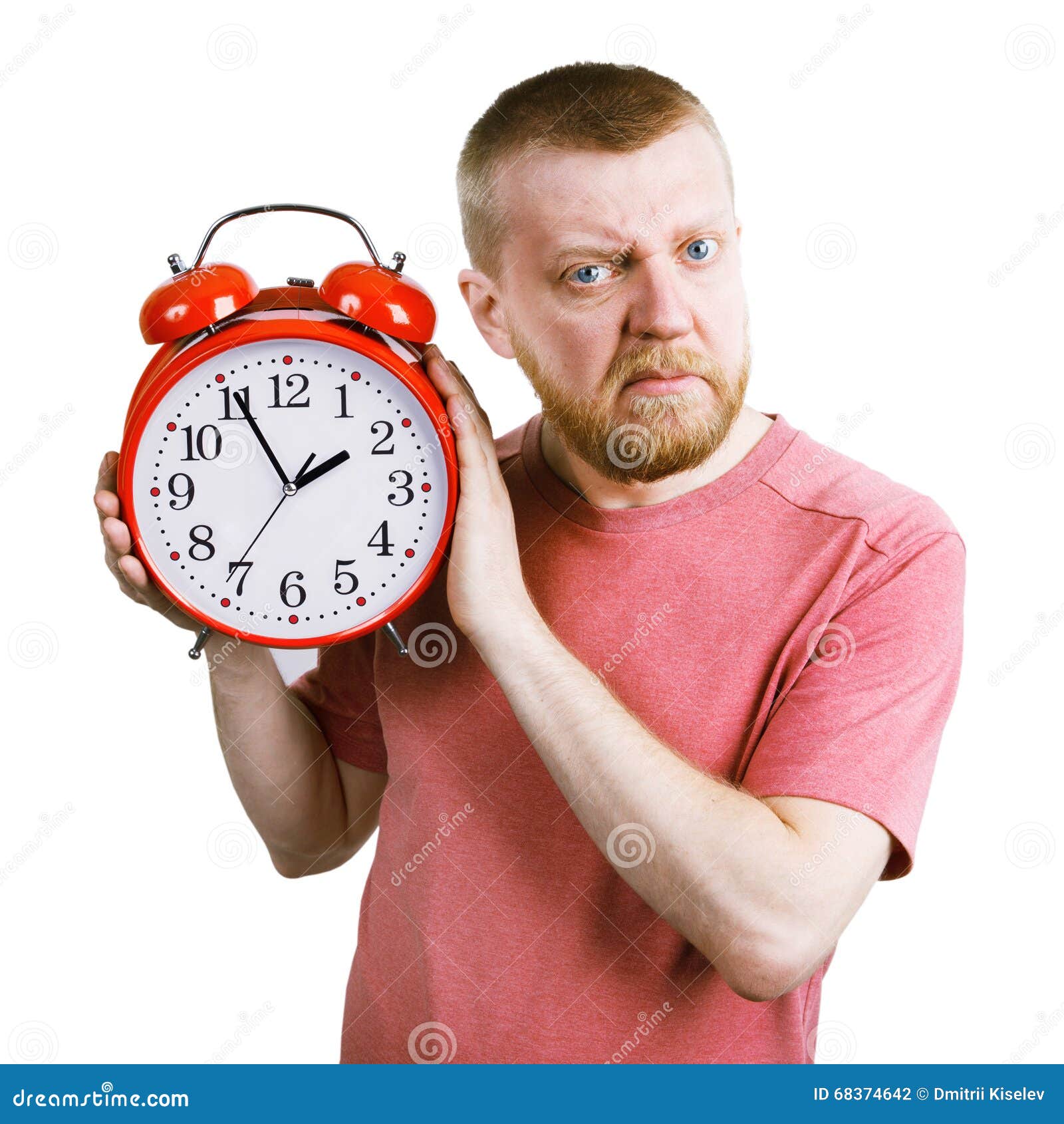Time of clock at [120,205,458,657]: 1:55
